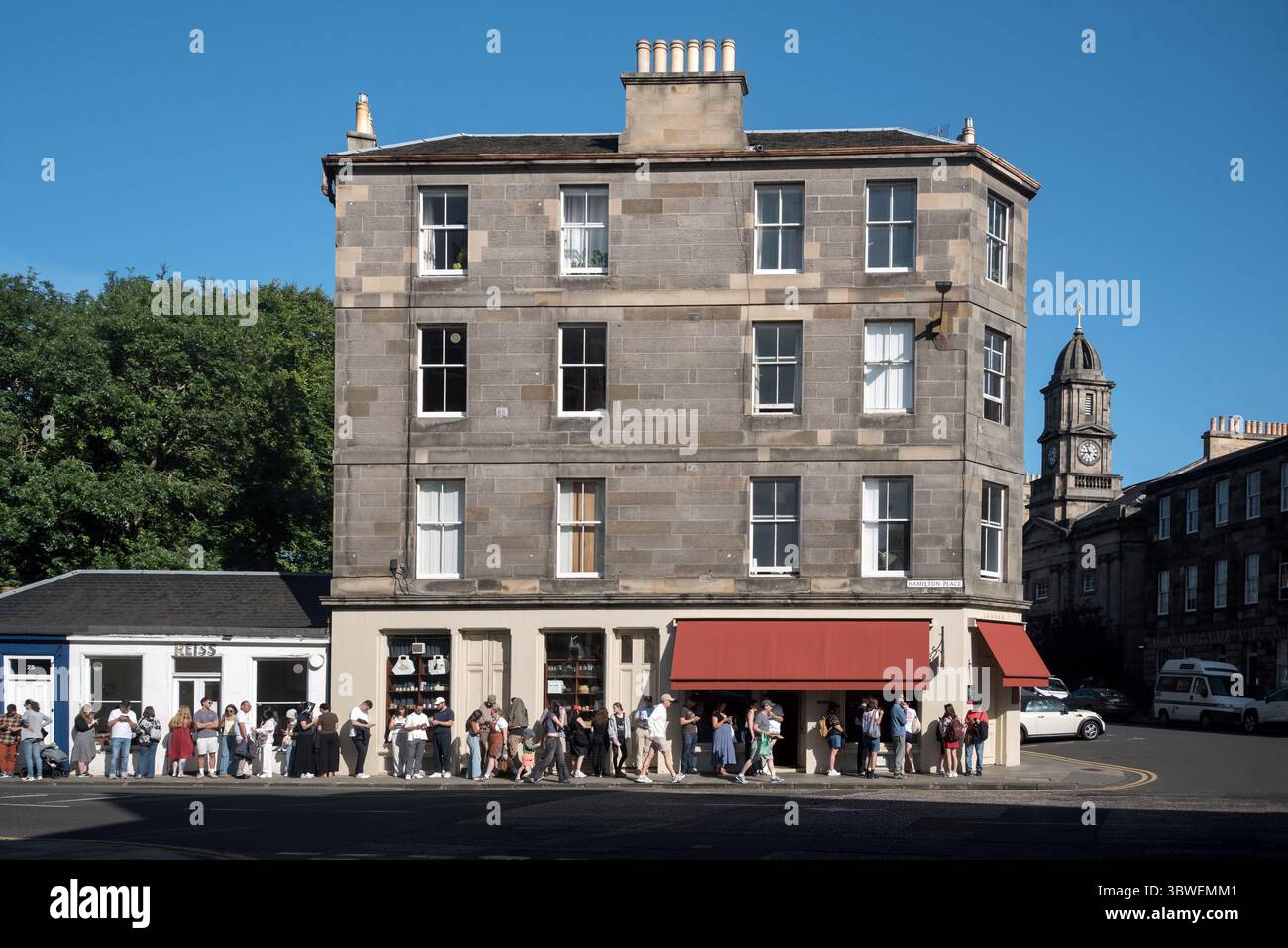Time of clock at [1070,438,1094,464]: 8:56
